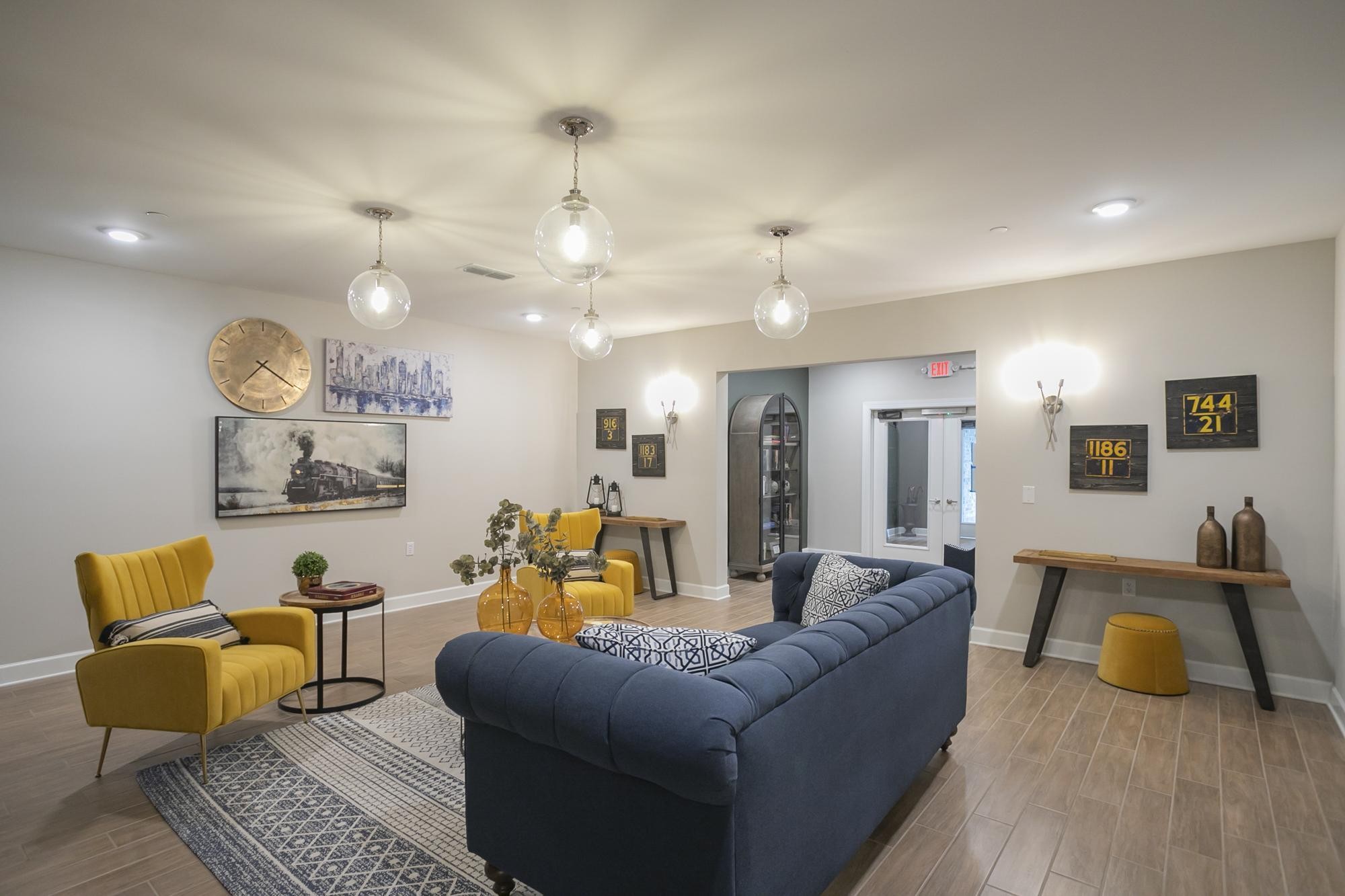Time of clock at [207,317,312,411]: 7:20
